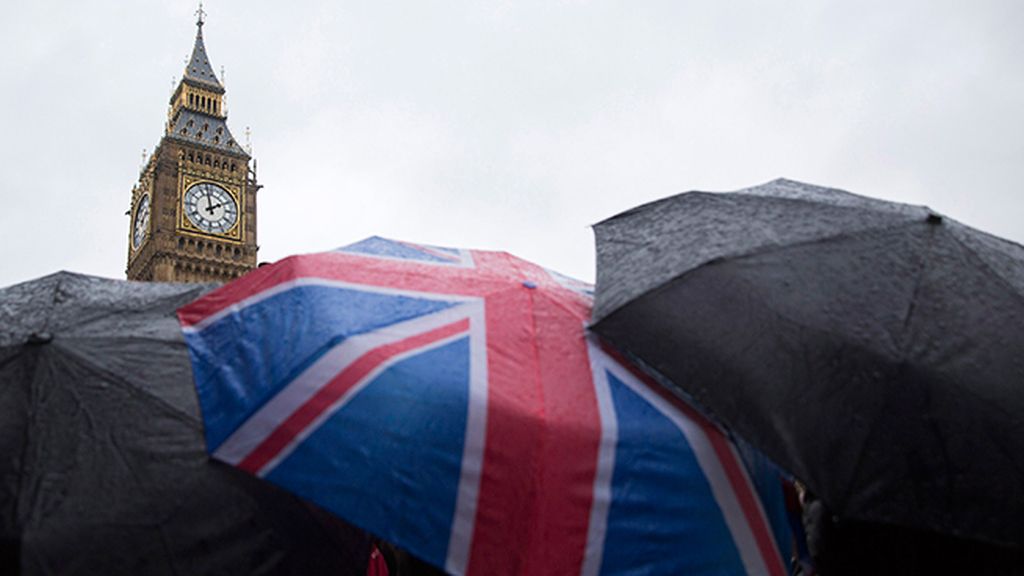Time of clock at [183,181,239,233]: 1:57
